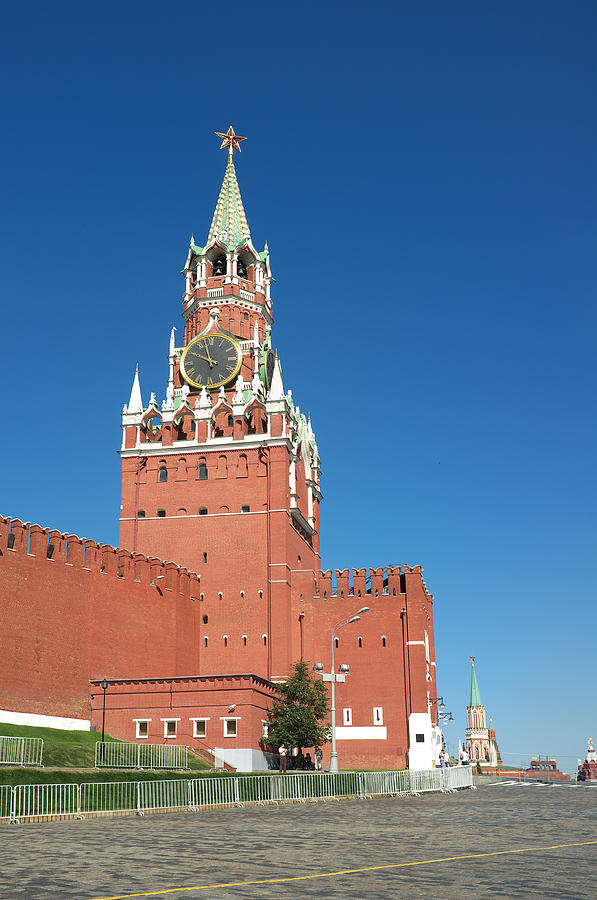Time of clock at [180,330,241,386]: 9:57
